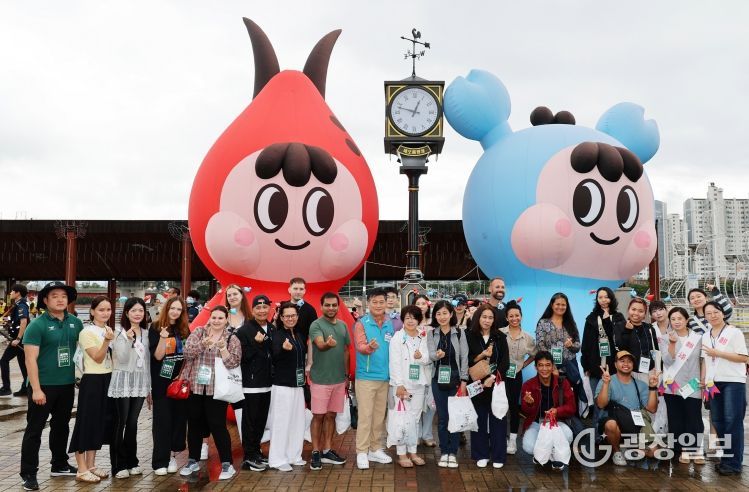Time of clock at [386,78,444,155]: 12:47
